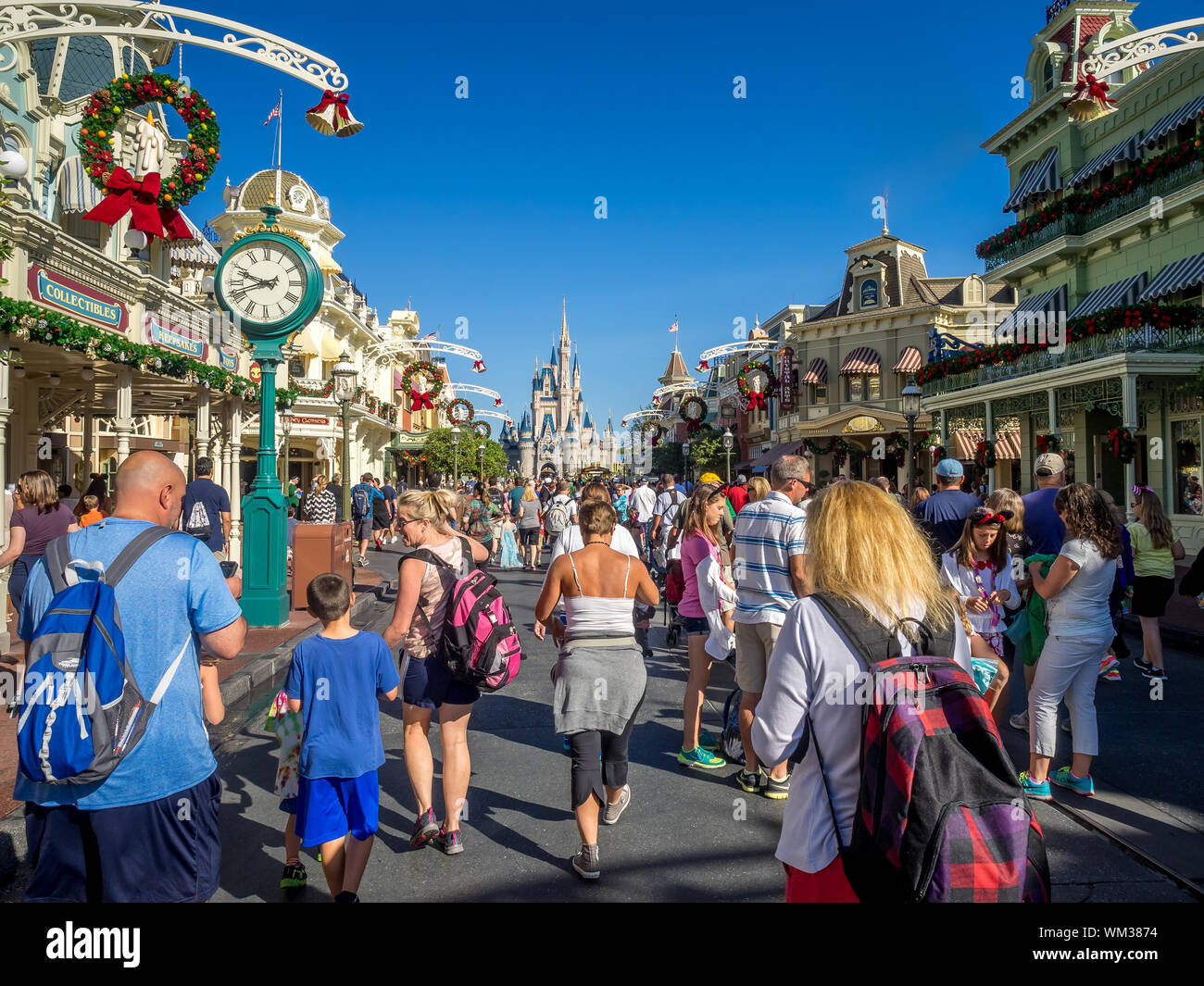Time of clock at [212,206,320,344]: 9:41
